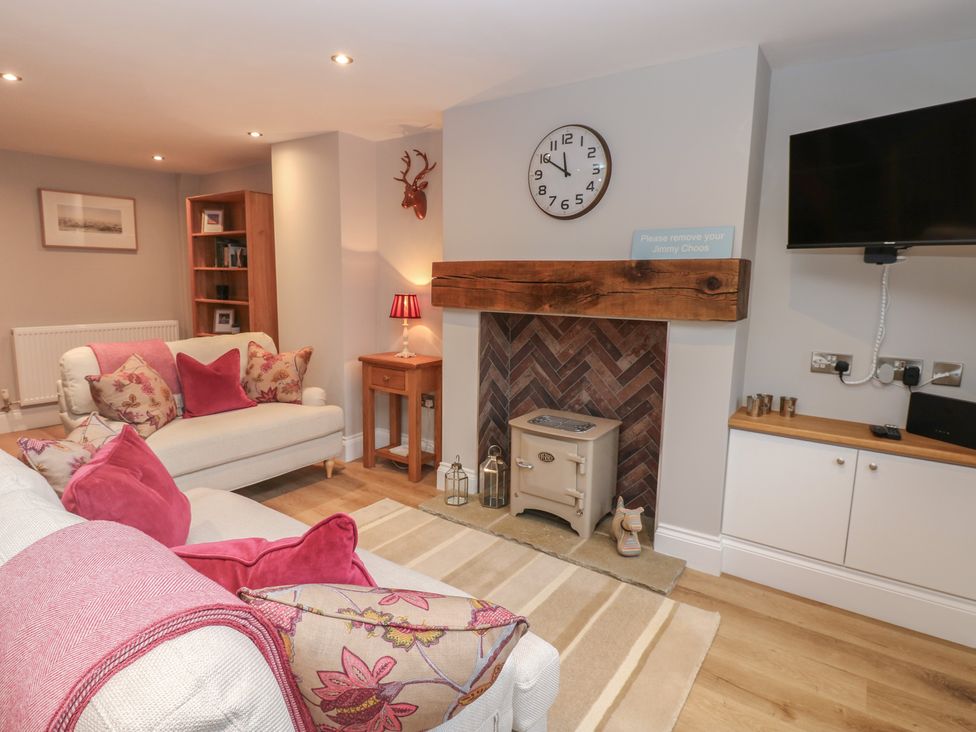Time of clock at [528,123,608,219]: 11:50
